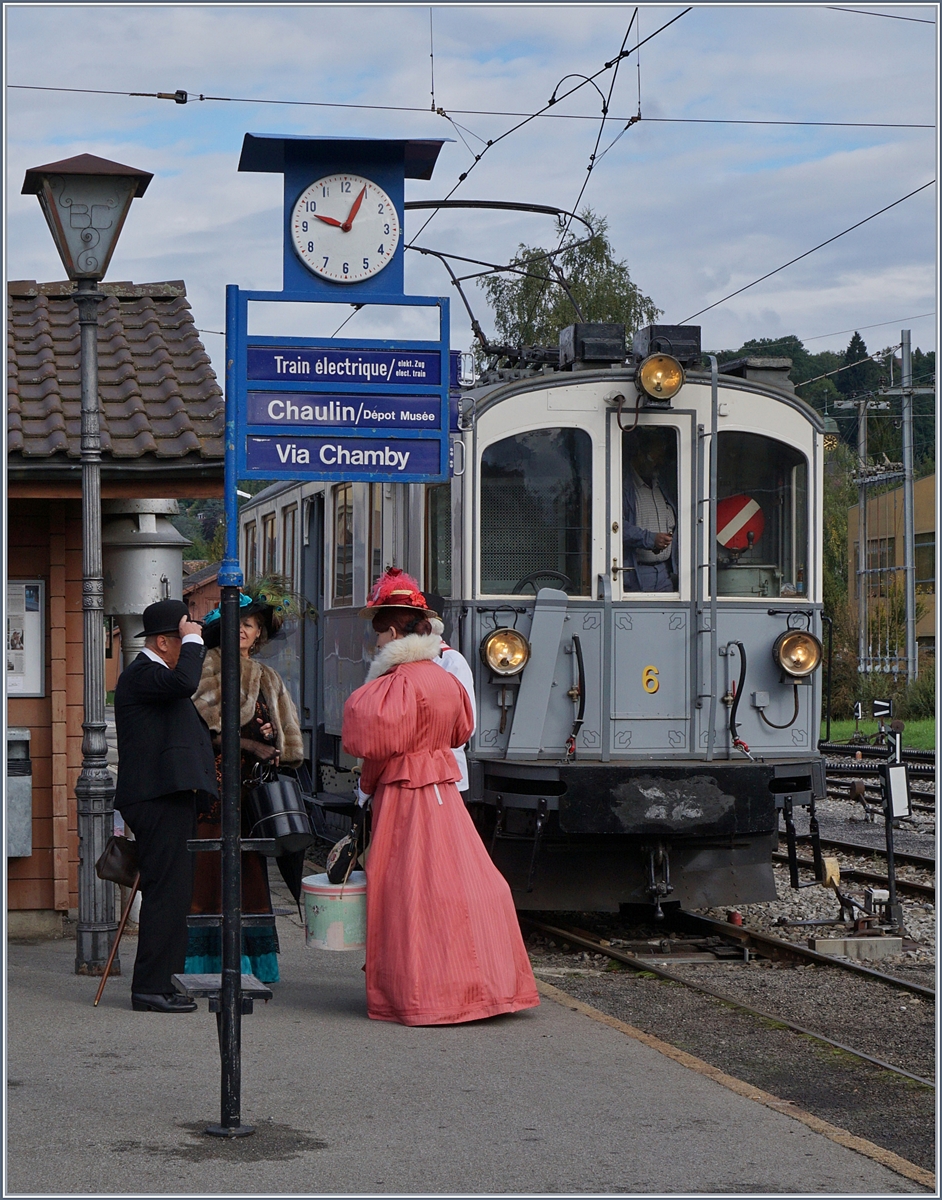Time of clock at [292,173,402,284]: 12:48
